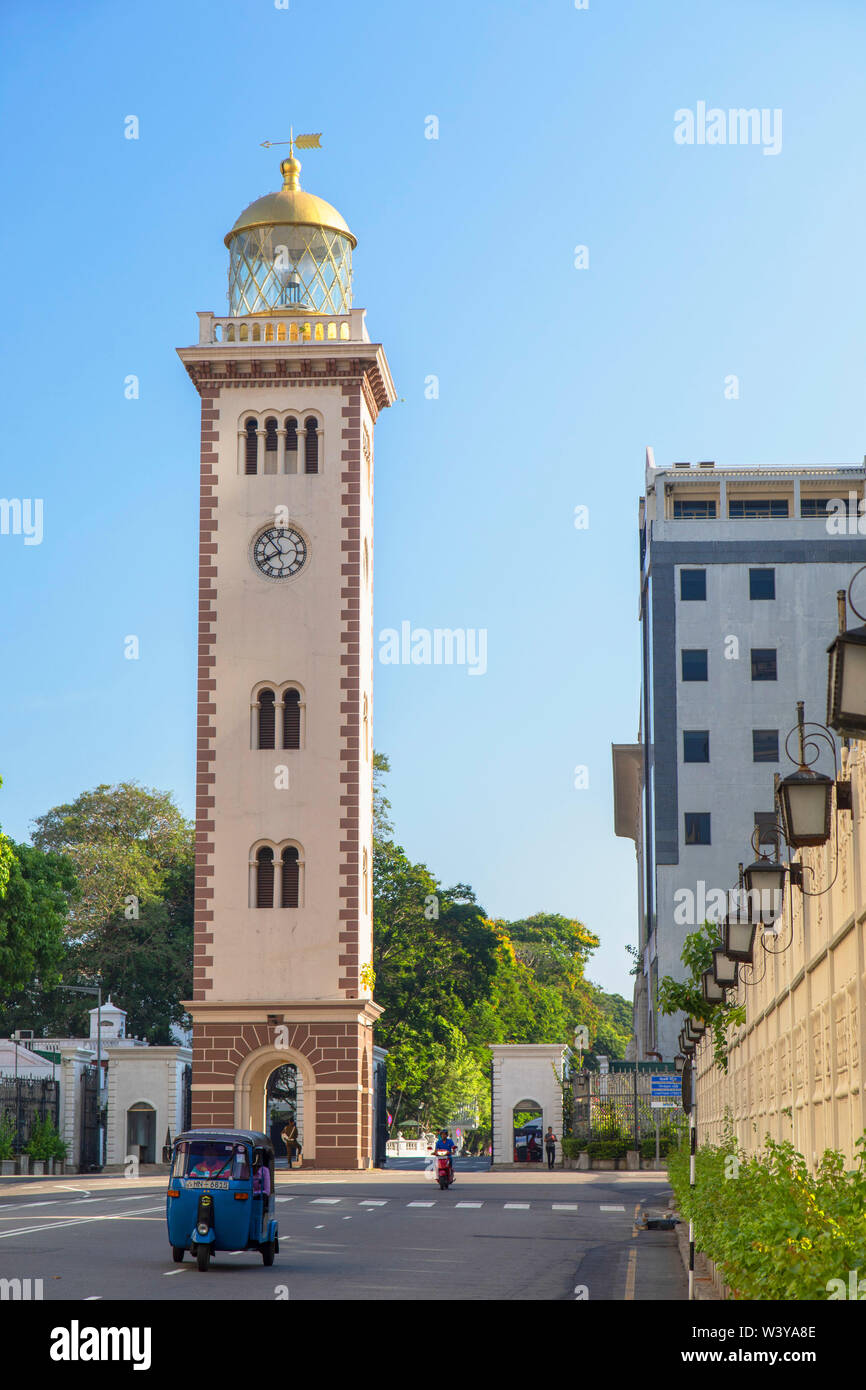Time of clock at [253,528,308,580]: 7:53
